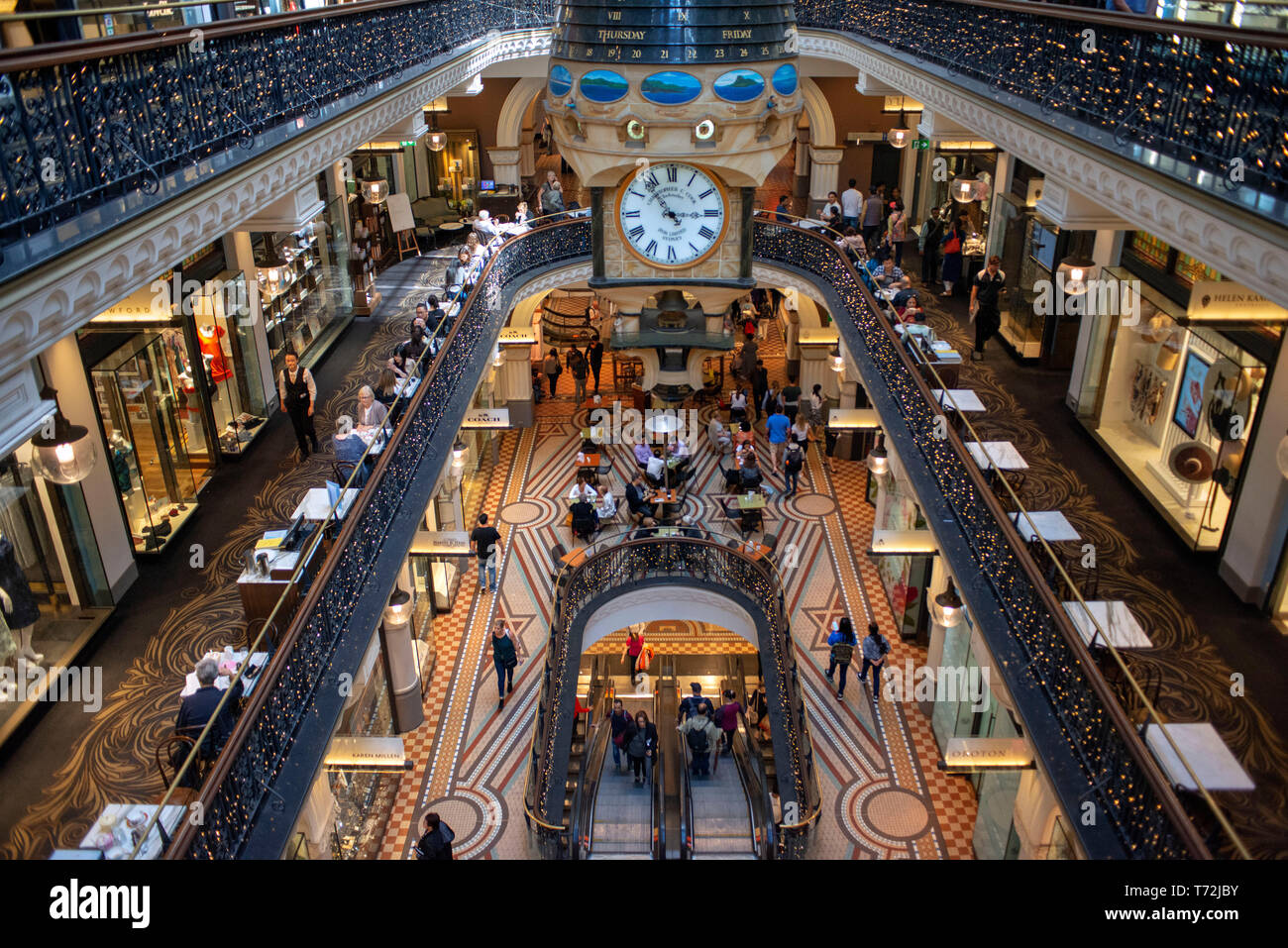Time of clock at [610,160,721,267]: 2:53
